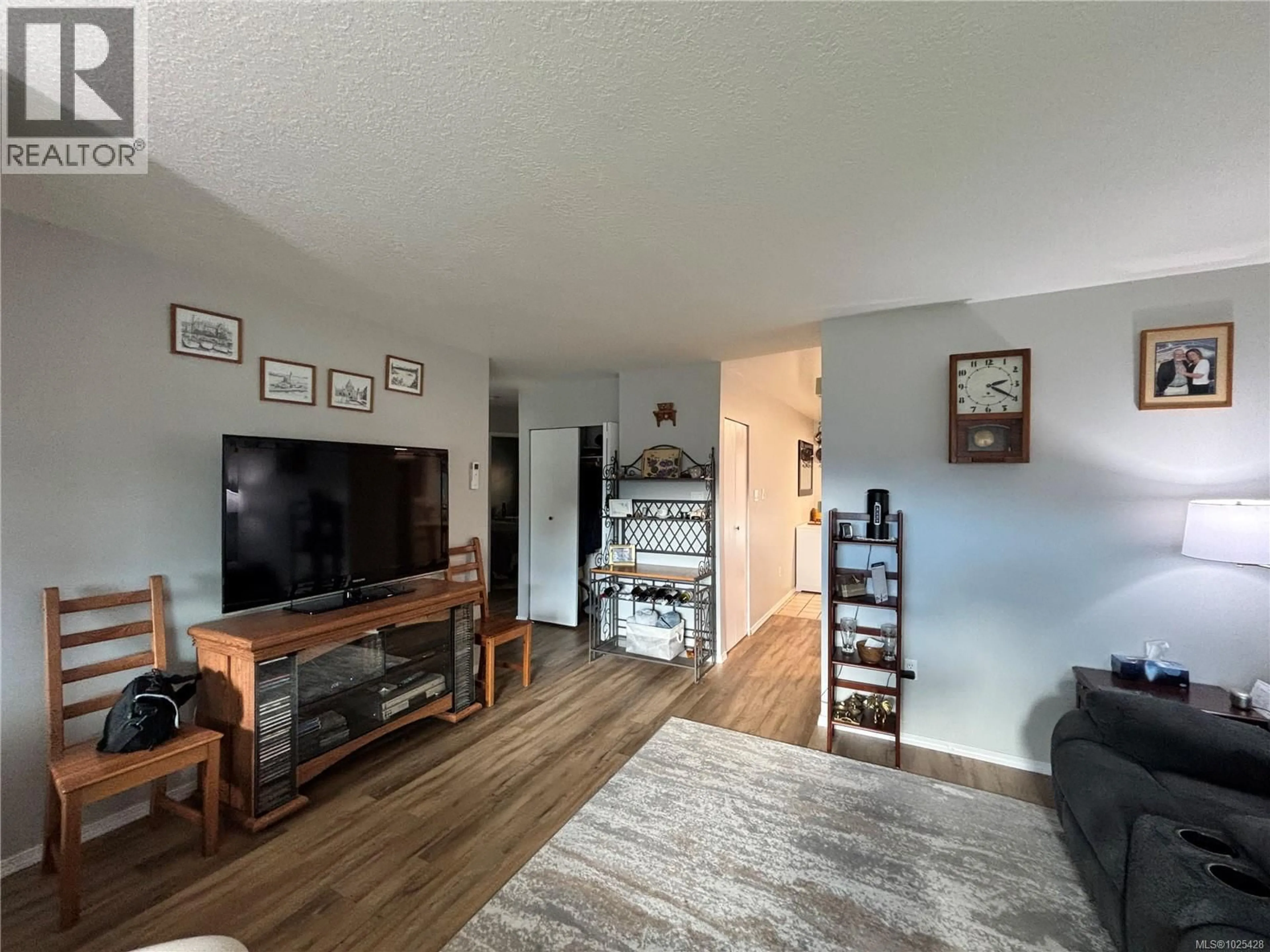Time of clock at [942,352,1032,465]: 2:19
